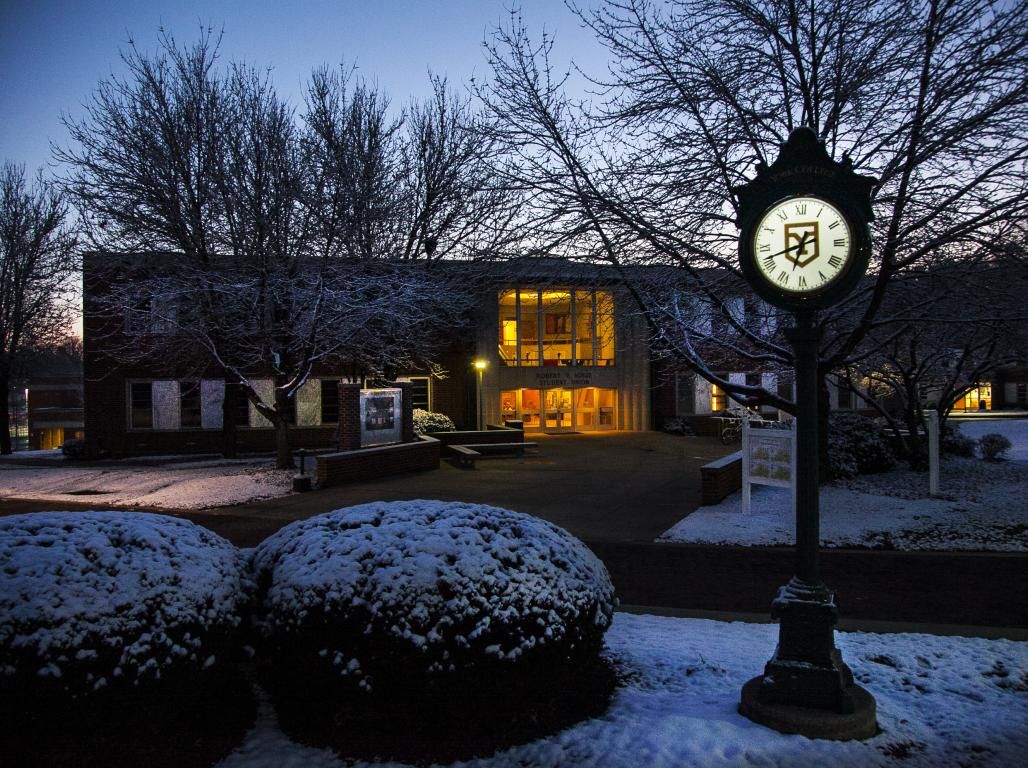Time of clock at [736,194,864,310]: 6:41
